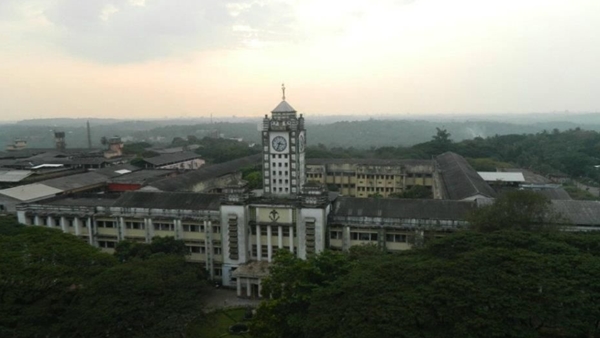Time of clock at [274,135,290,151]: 3:33
